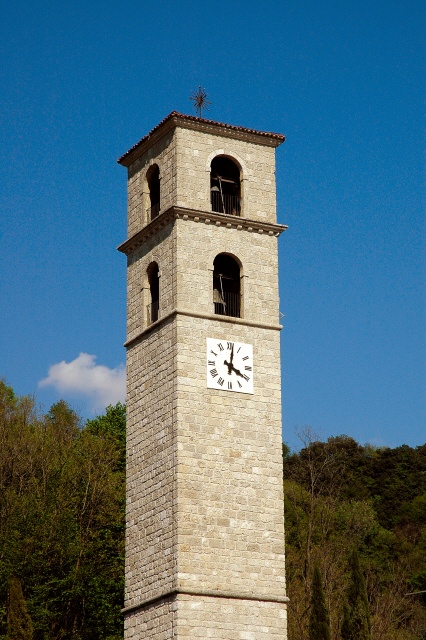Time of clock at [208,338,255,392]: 4:01
